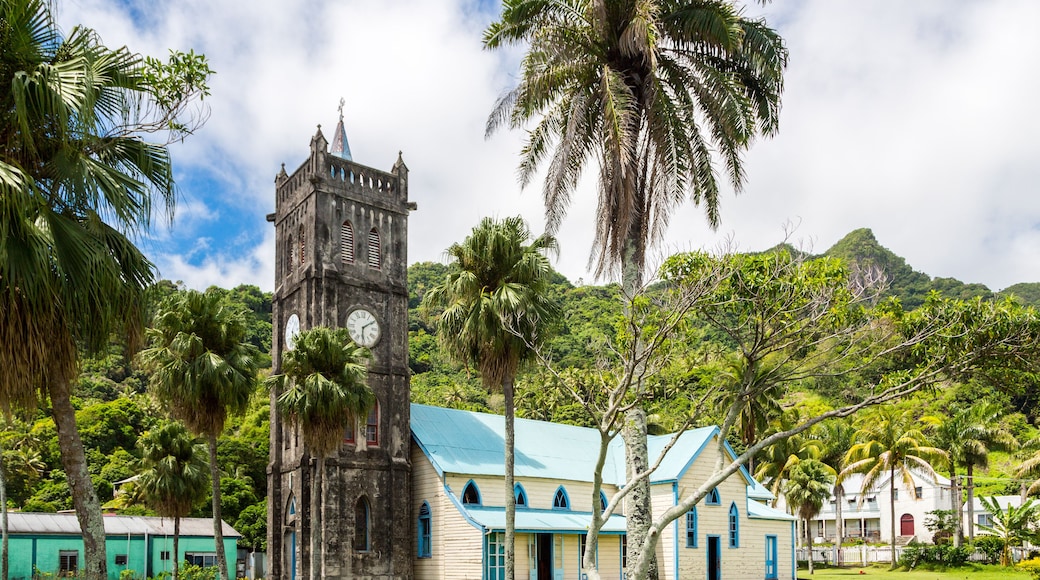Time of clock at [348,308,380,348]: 6:09
